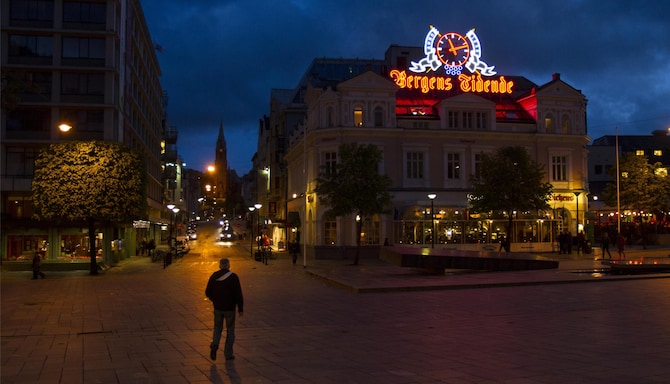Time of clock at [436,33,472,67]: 11:12
